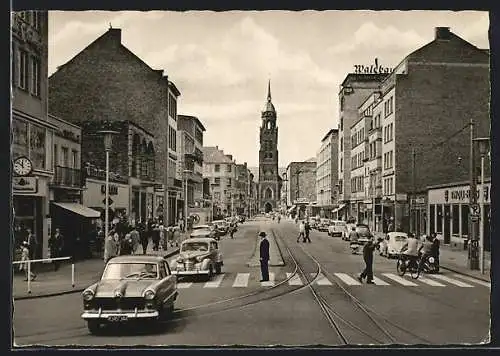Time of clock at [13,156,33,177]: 11:51
